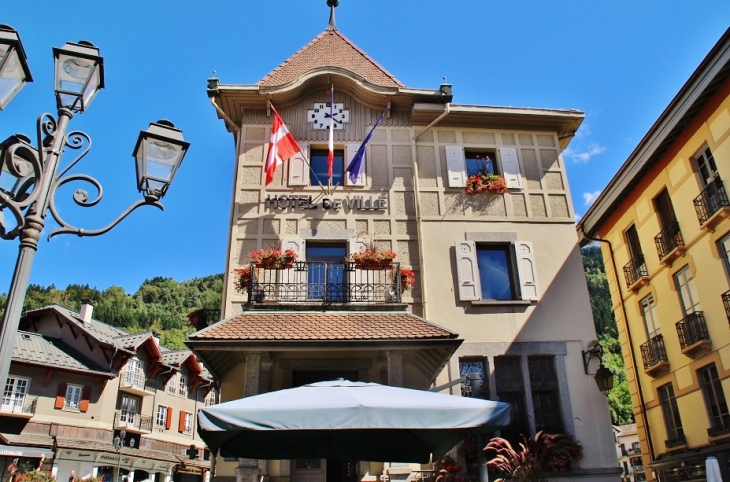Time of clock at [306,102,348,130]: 2:21
